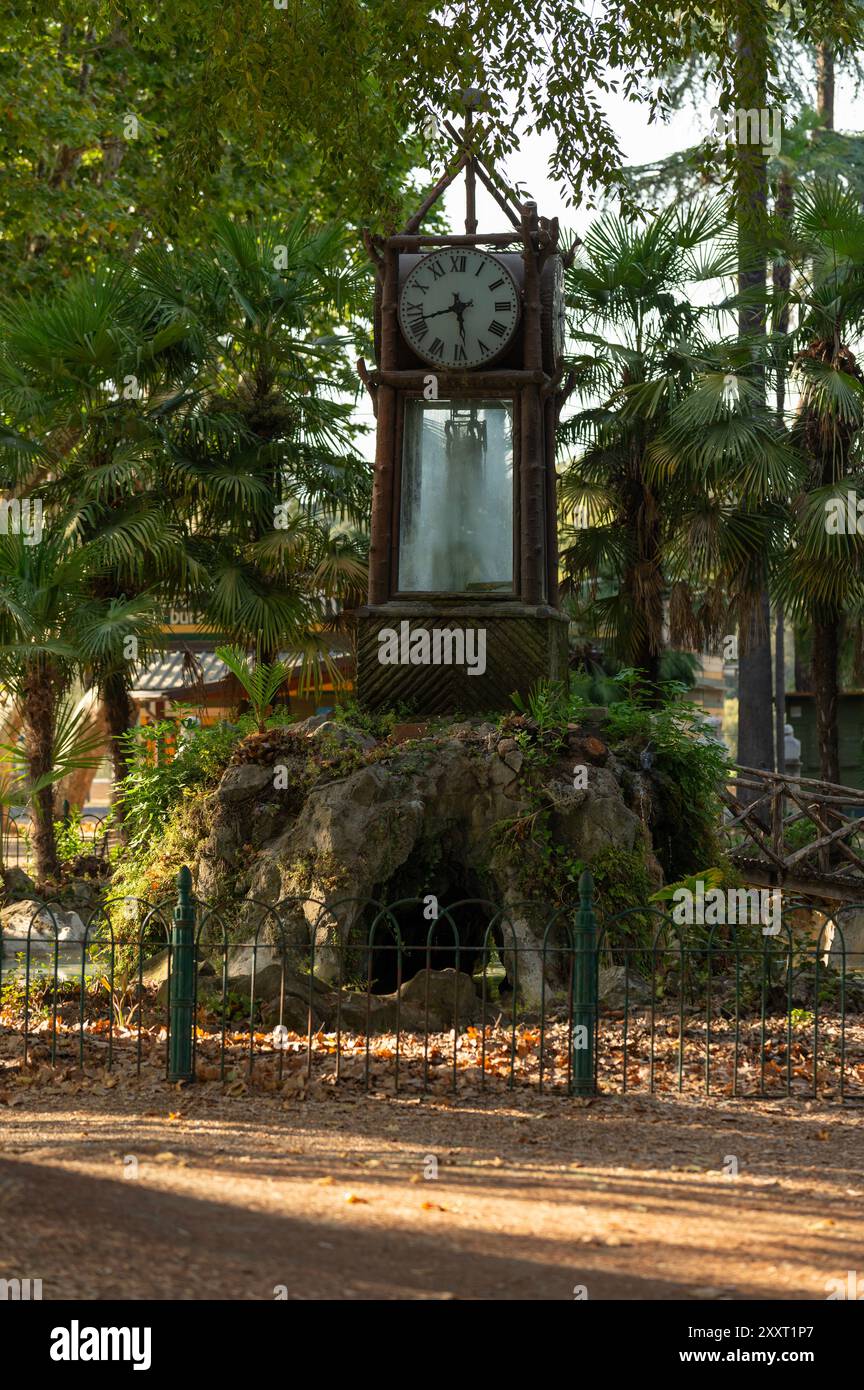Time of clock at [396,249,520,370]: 5:42
